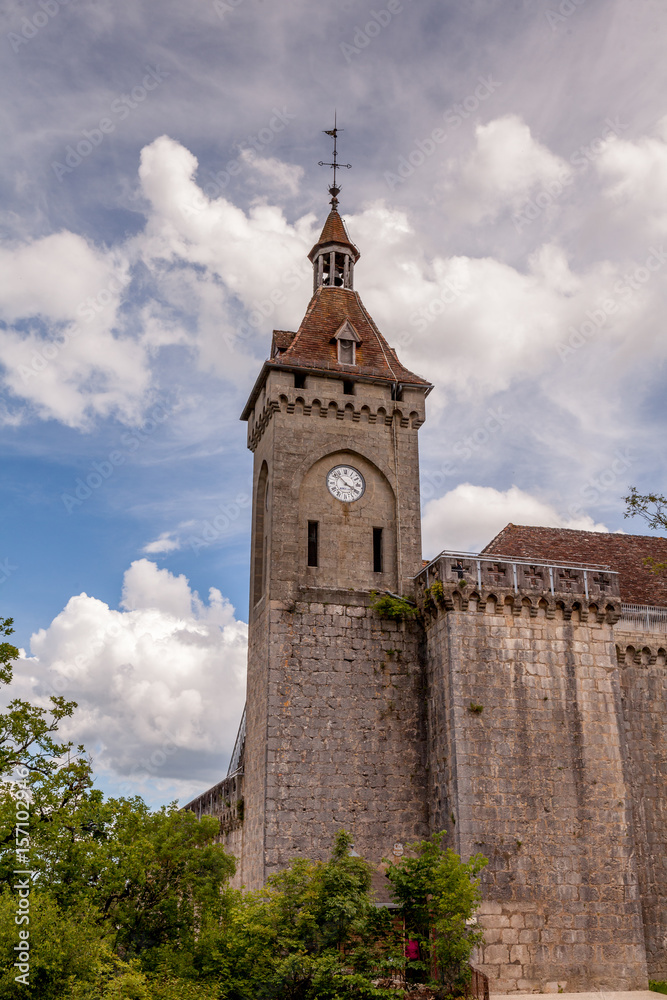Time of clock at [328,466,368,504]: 3:52
